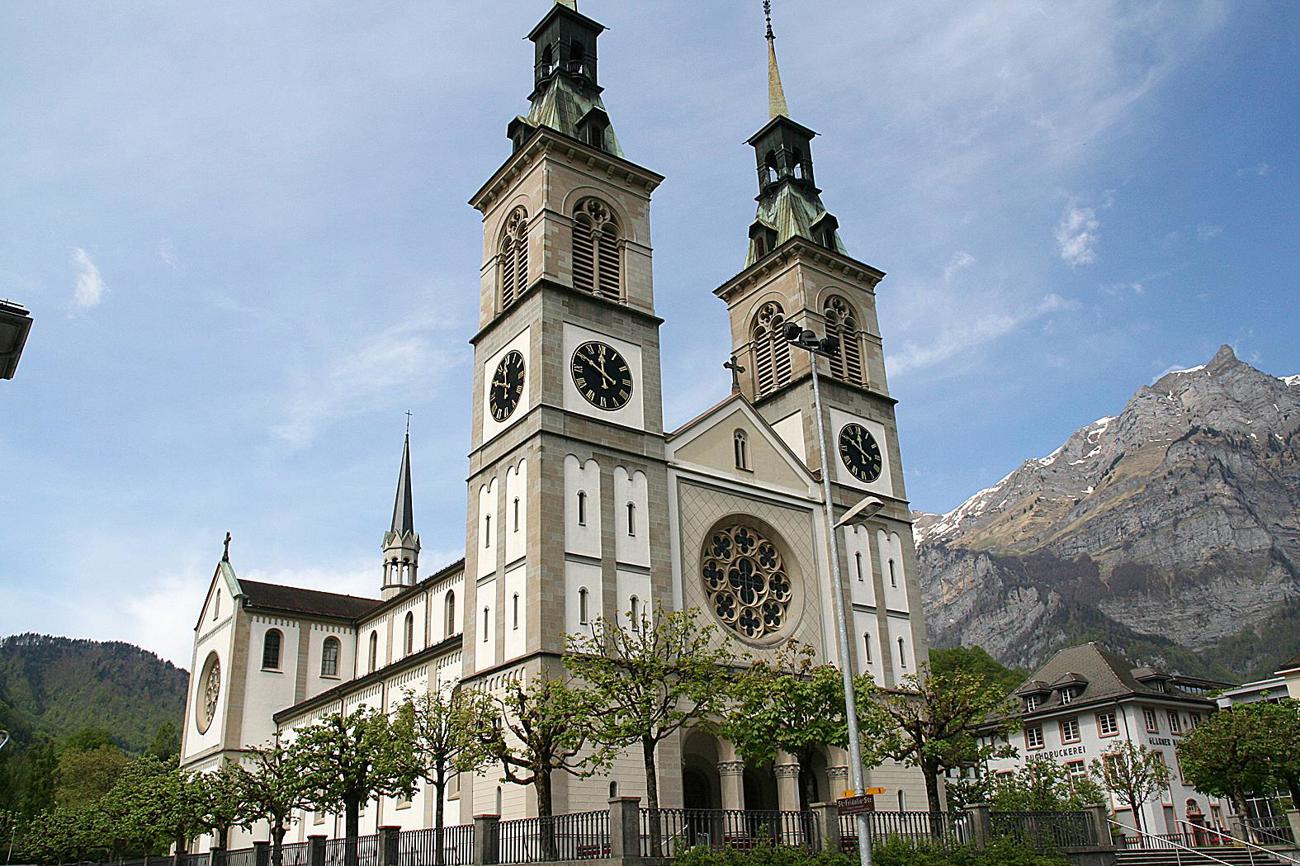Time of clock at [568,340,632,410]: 11:50
